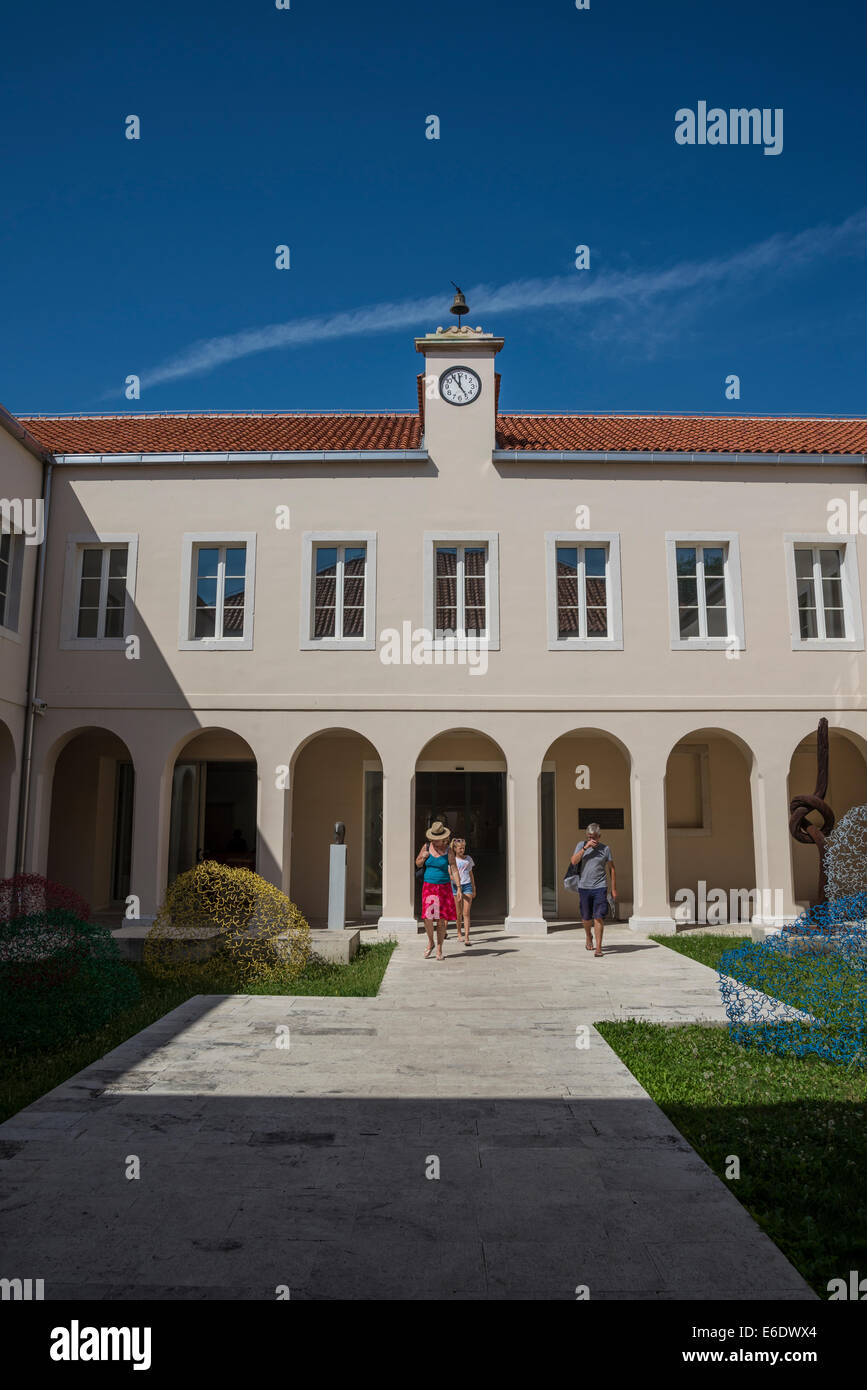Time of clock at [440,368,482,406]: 11:54
